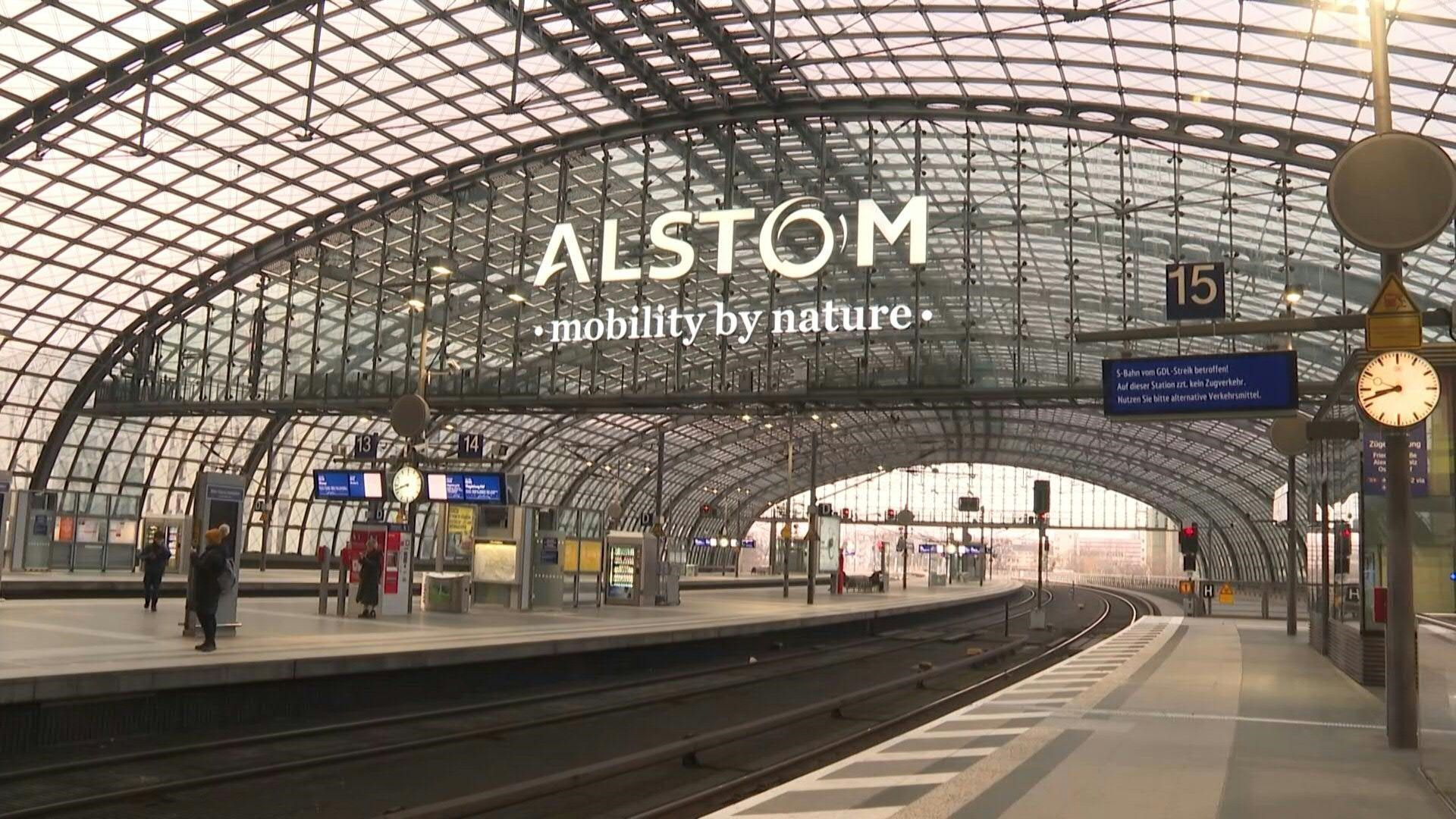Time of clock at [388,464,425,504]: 8:42
